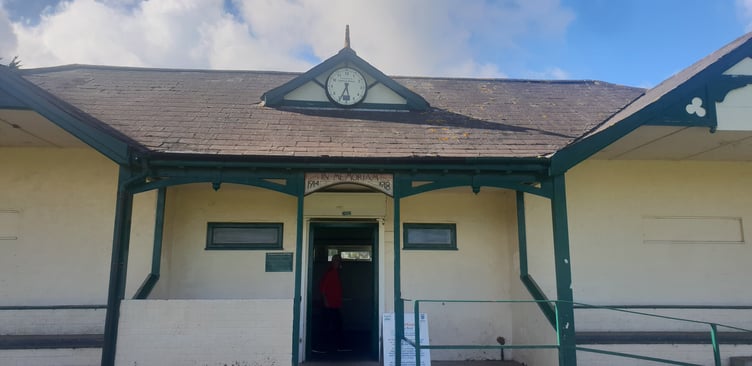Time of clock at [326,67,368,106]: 5:34
